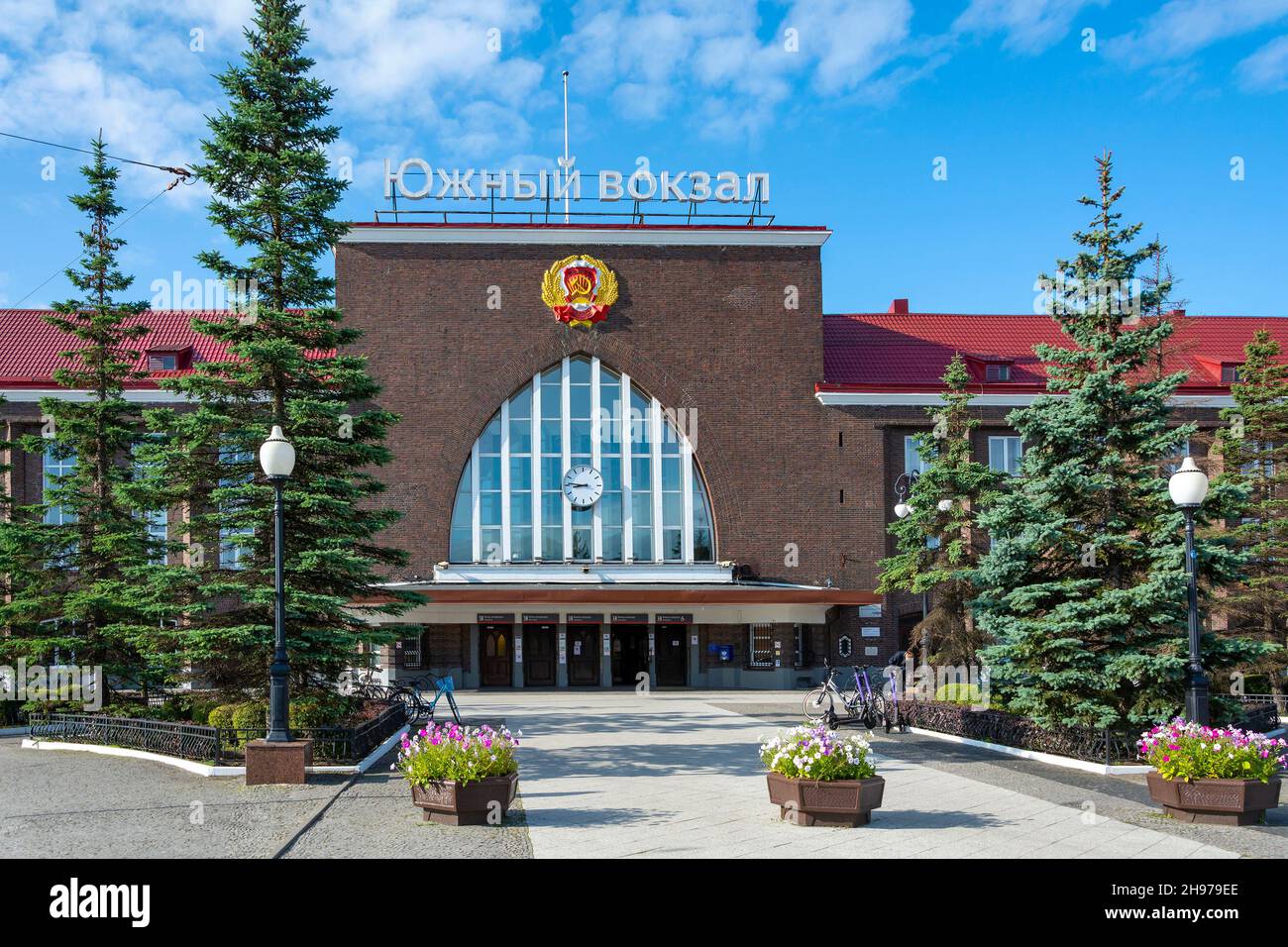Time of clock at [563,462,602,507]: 8:46
